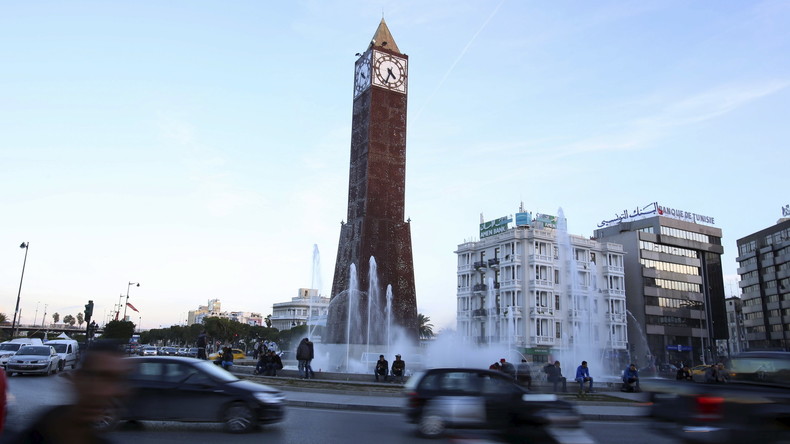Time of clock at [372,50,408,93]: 4:33
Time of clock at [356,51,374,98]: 4:33
